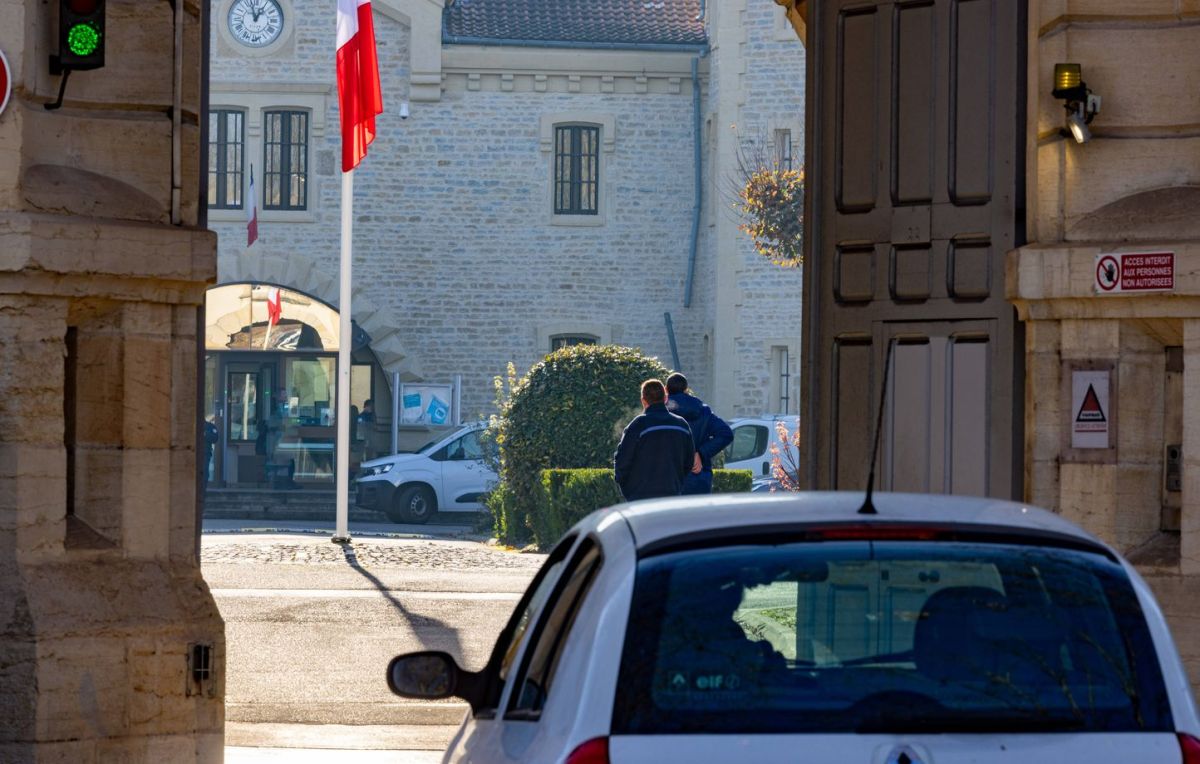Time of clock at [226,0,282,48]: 12:57
